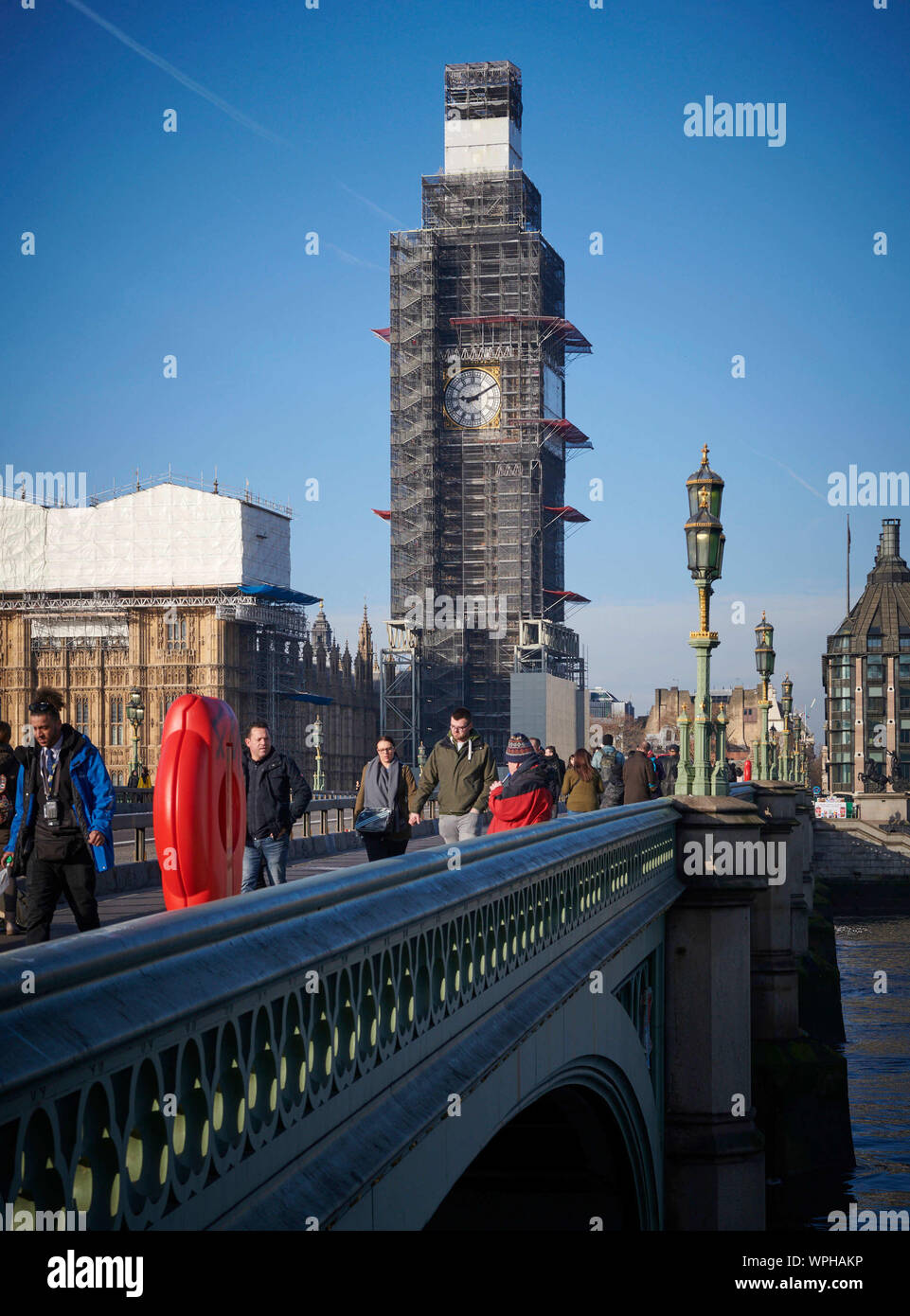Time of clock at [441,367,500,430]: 9:10
